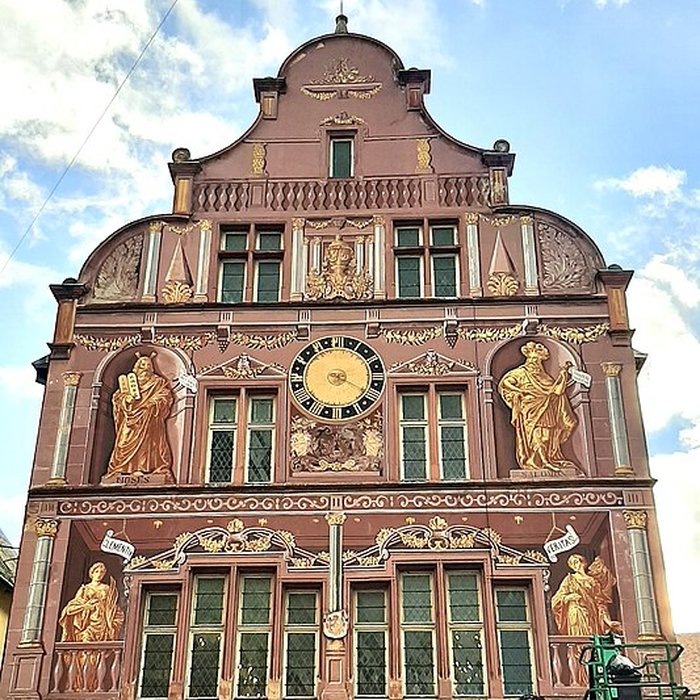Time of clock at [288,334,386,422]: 3:19
